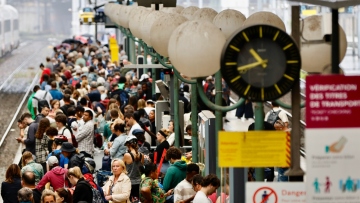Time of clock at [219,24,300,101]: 10:42
